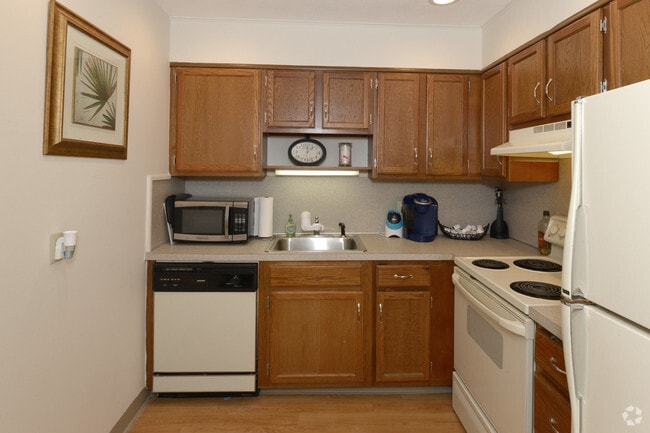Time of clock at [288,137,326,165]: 12:07
